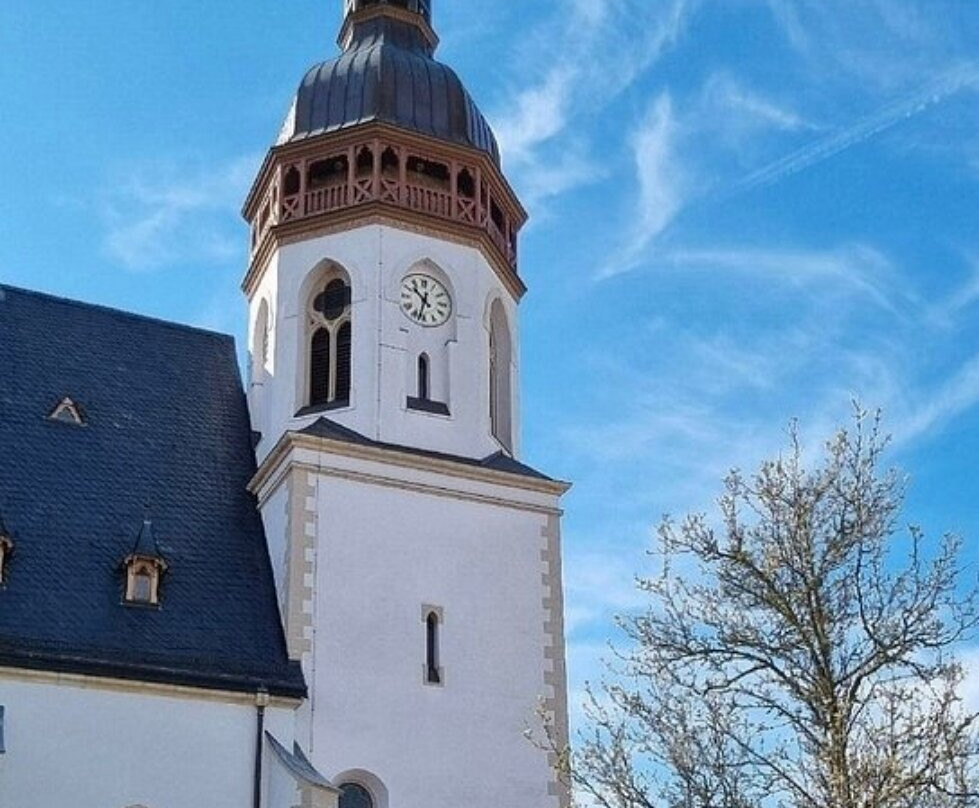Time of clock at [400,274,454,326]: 10:32
